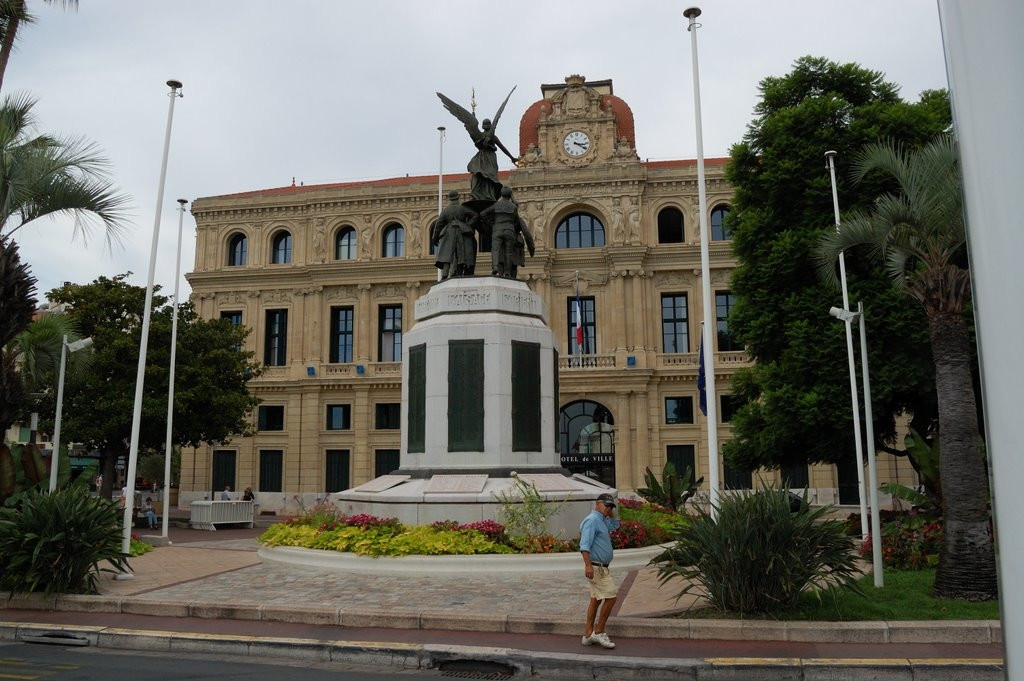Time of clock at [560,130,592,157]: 3:20
